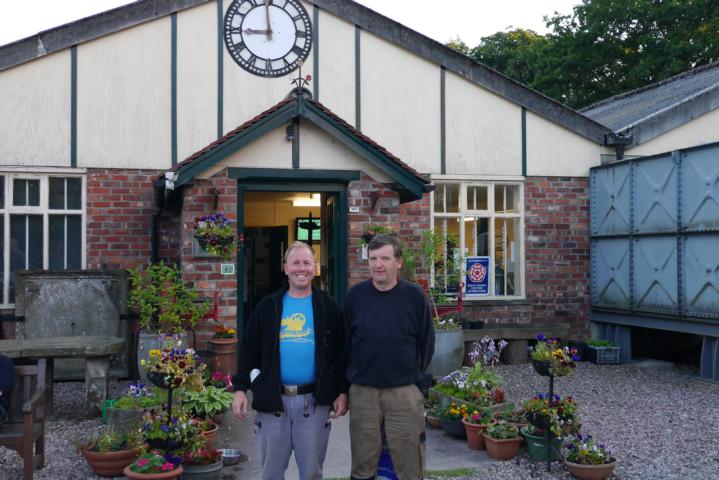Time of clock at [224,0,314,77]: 8:58
